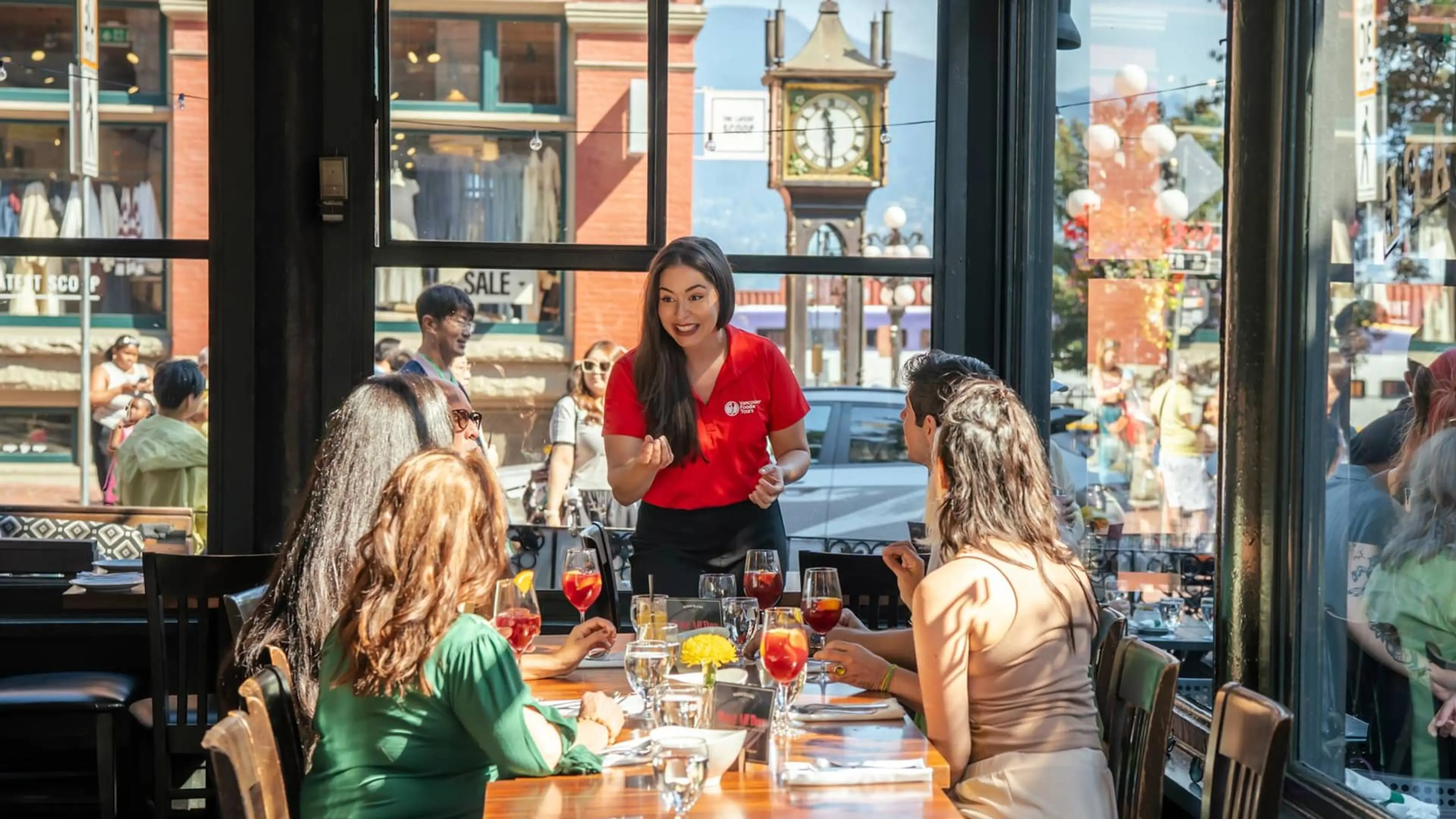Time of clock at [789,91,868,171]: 11:29
